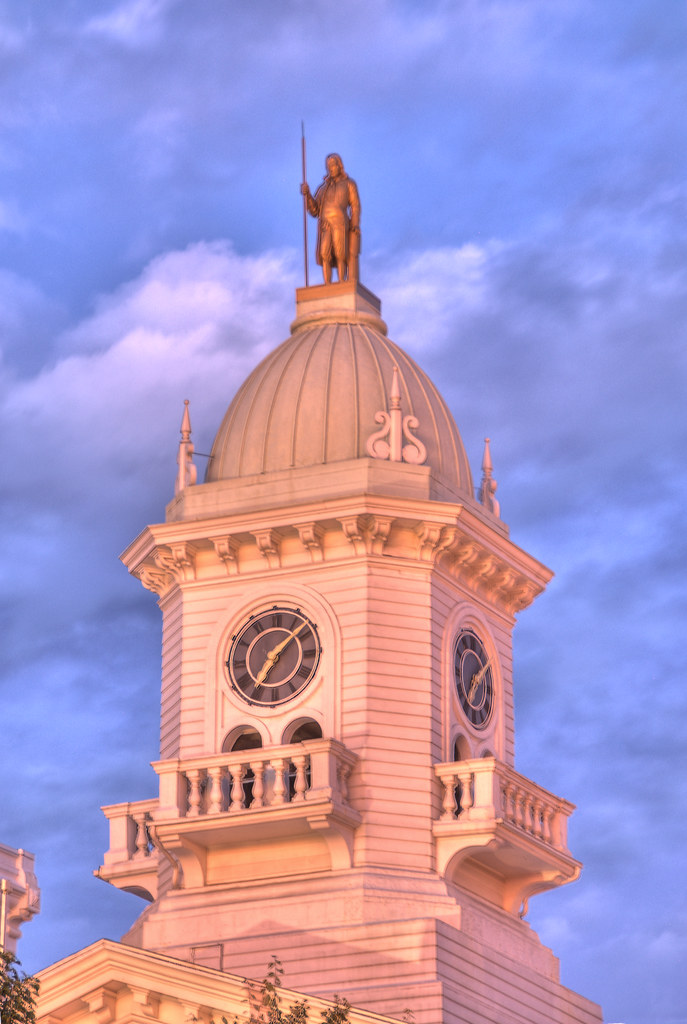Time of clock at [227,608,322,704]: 7:08
